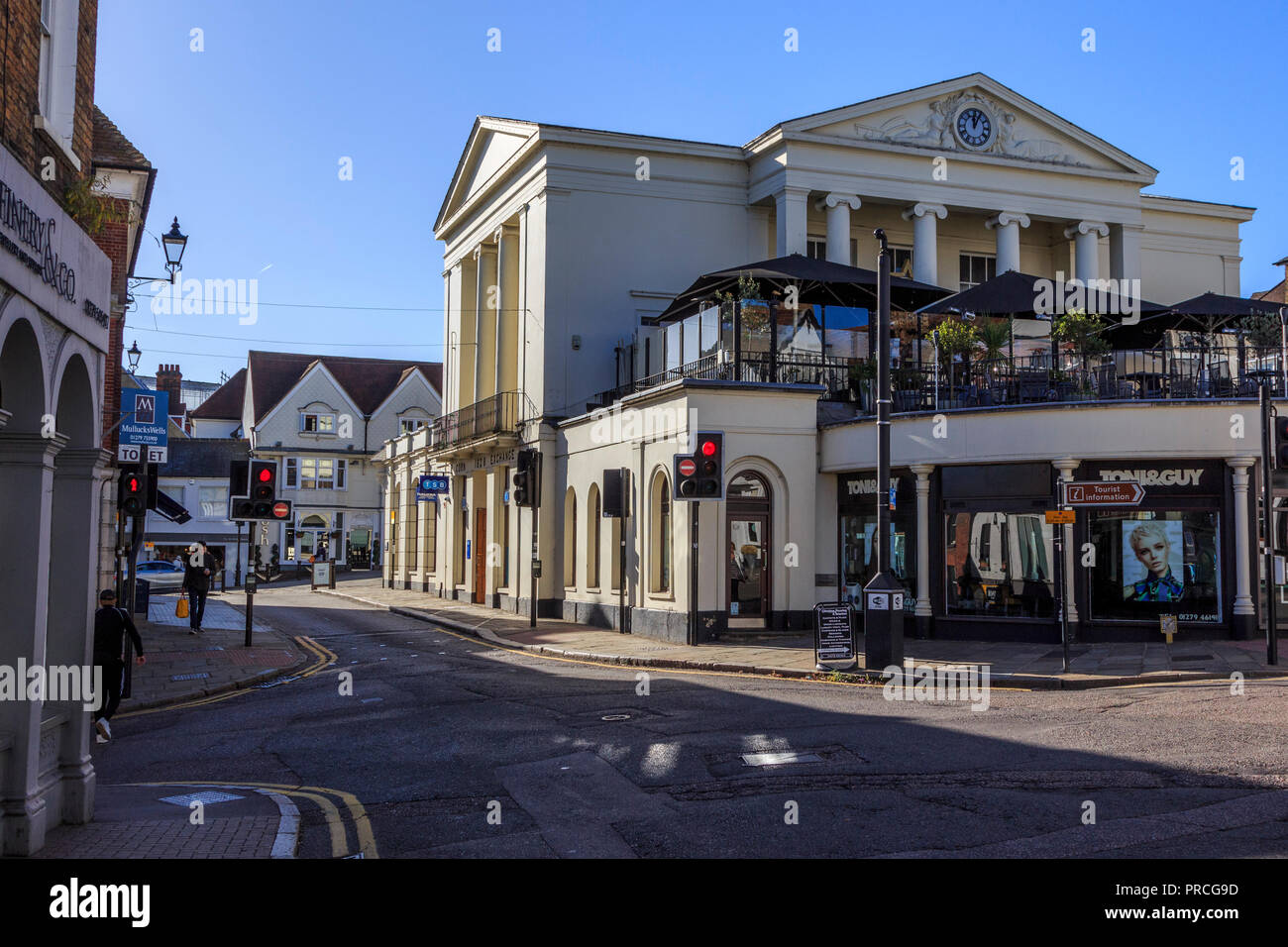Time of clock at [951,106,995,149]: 12:04
